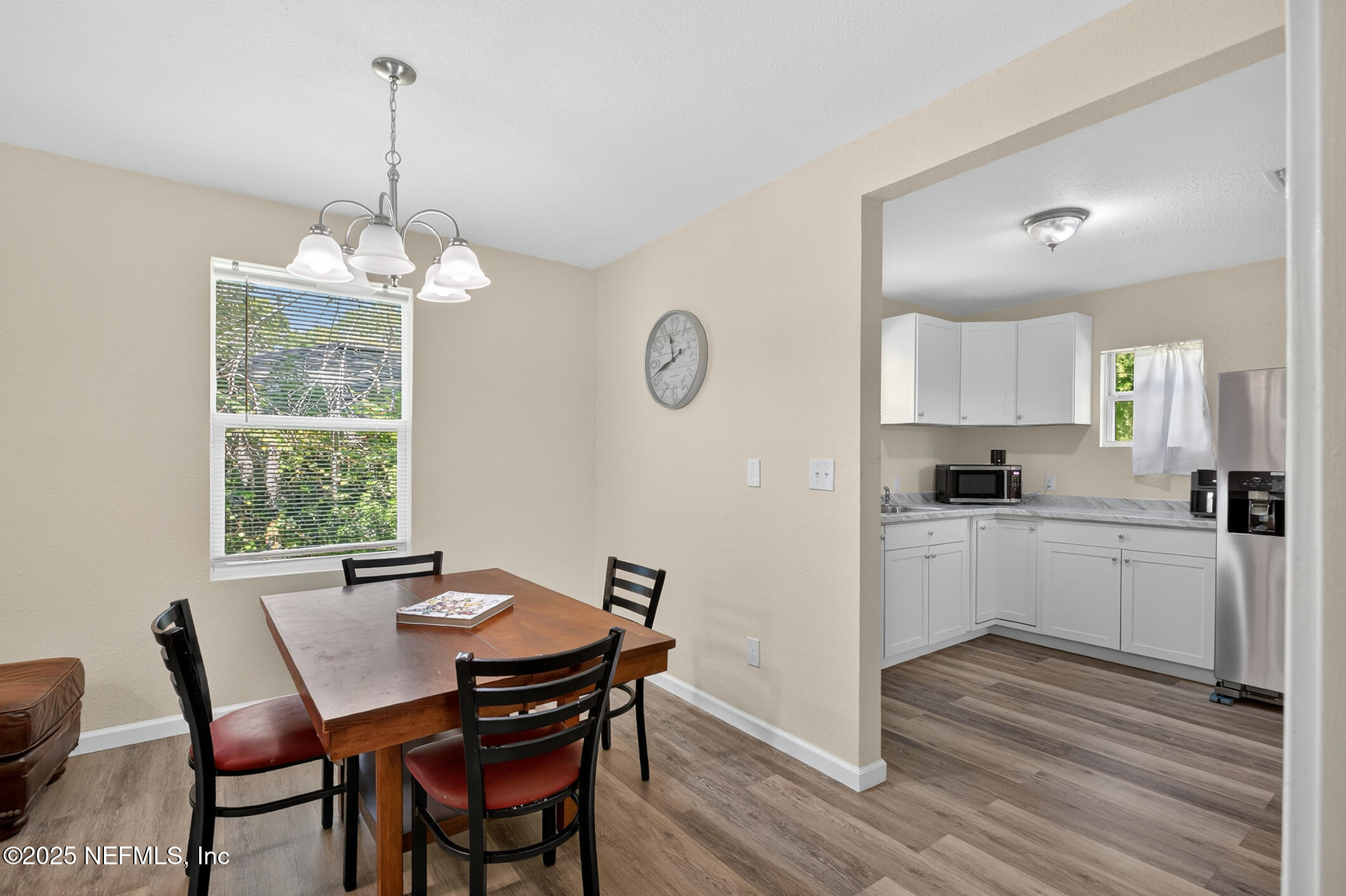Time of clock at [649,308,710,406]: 11:42
